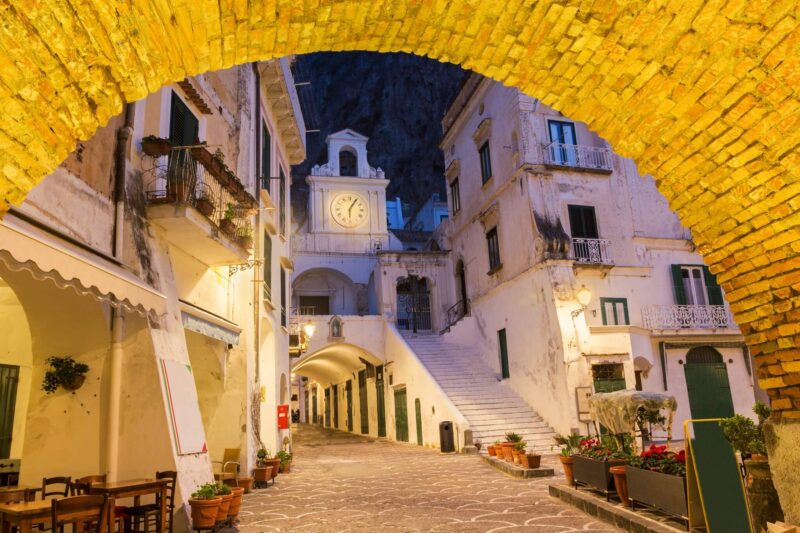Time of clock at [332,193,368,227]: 6:05
